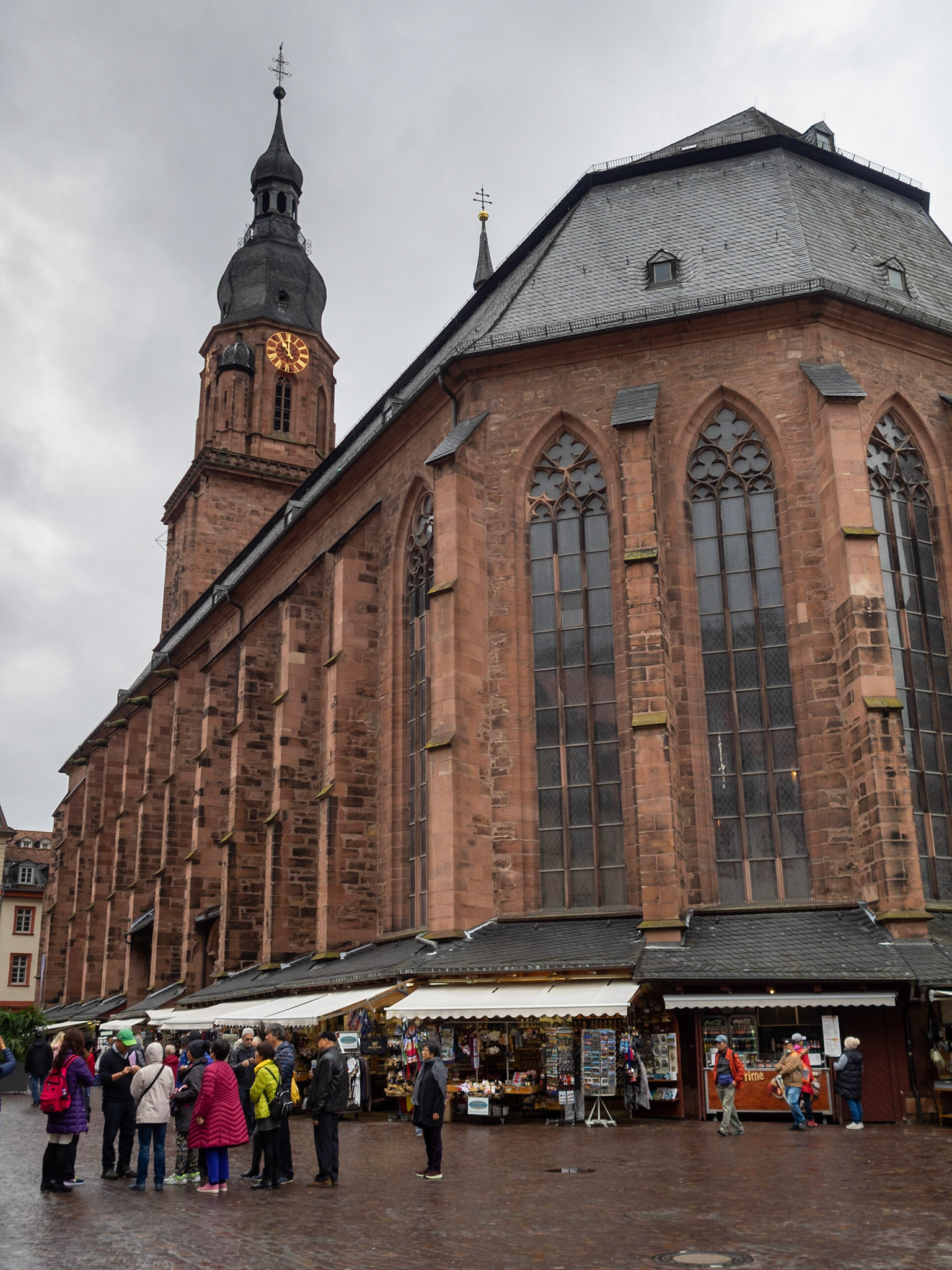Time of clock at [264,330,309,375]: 11:00
